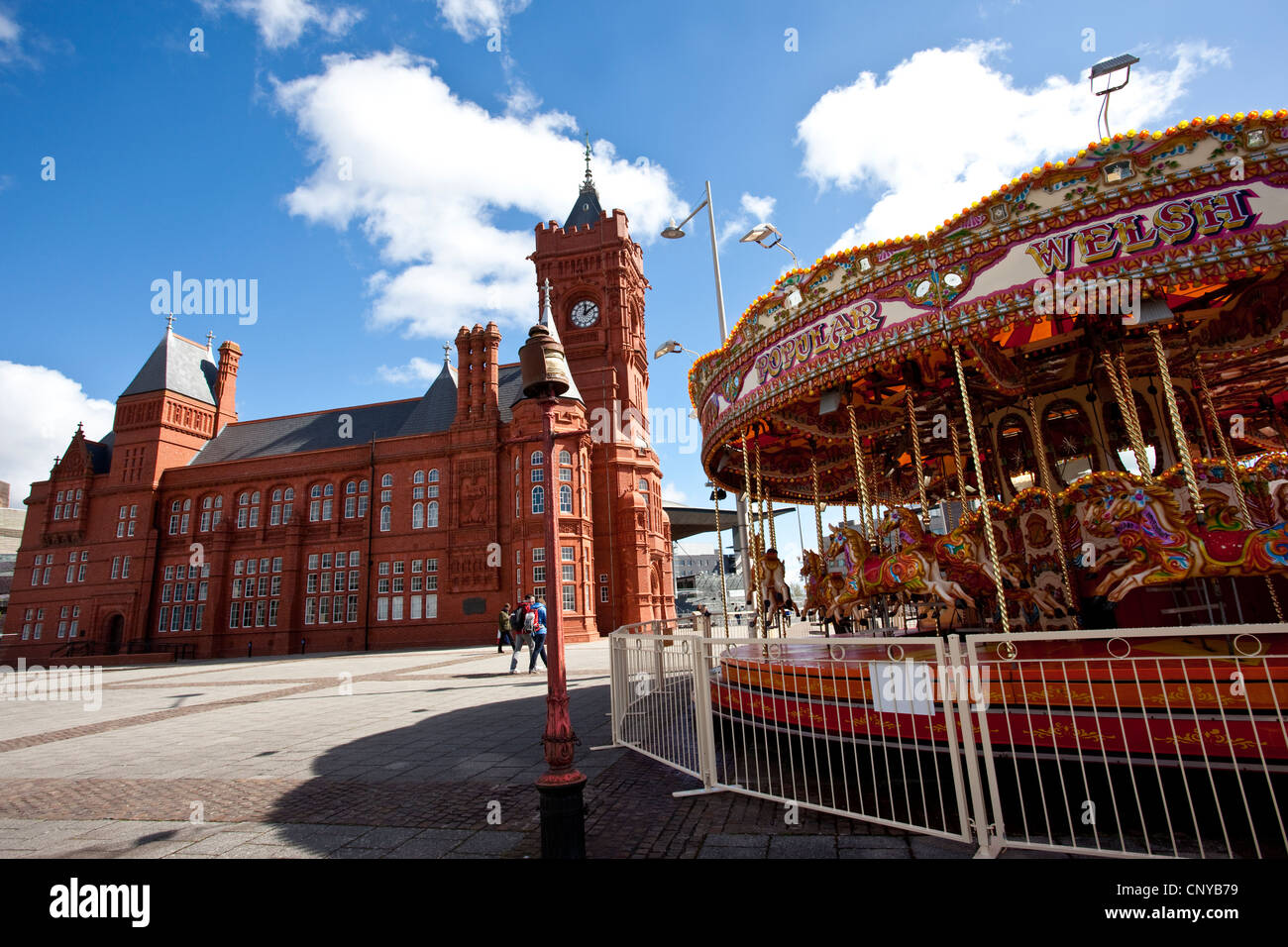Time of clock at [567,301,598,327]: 12:09
